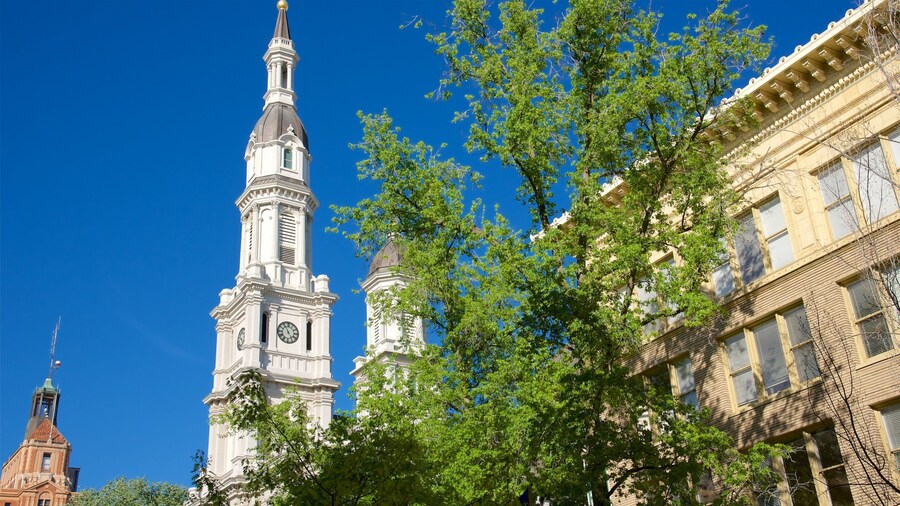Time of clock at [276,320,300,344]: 4:55
